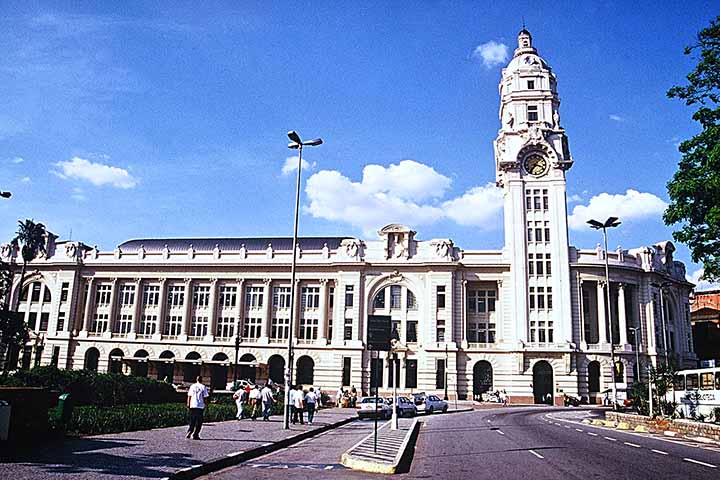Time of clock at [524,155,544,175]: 3:36
